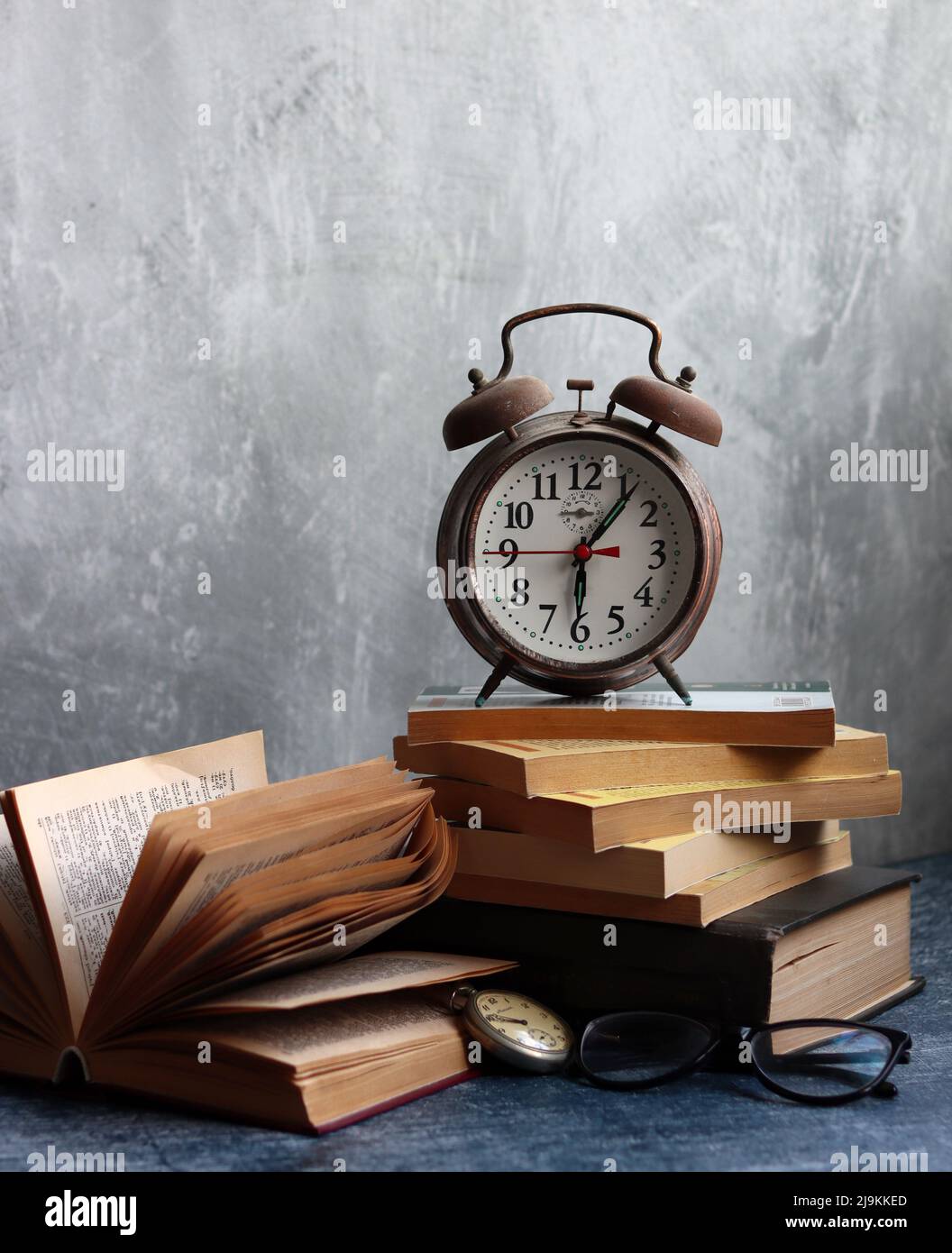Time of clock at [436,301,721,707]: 6:06
